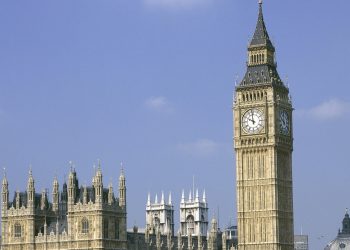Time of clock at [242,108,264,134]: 9:58
